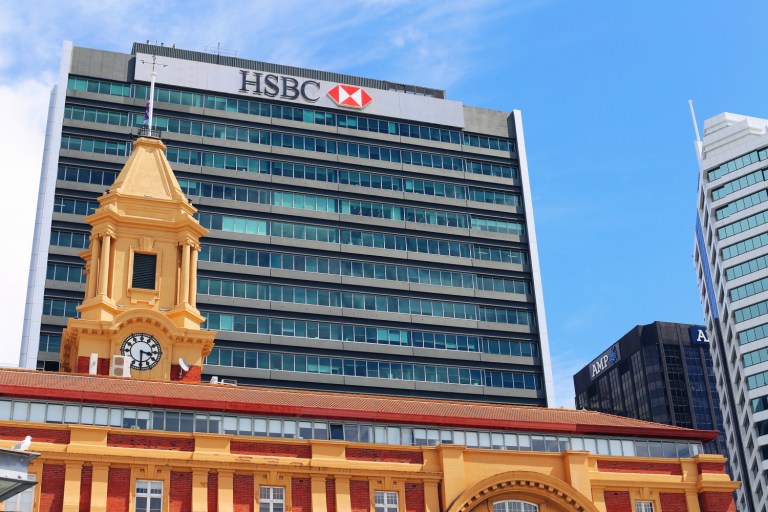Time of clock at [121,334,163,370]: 3:29
